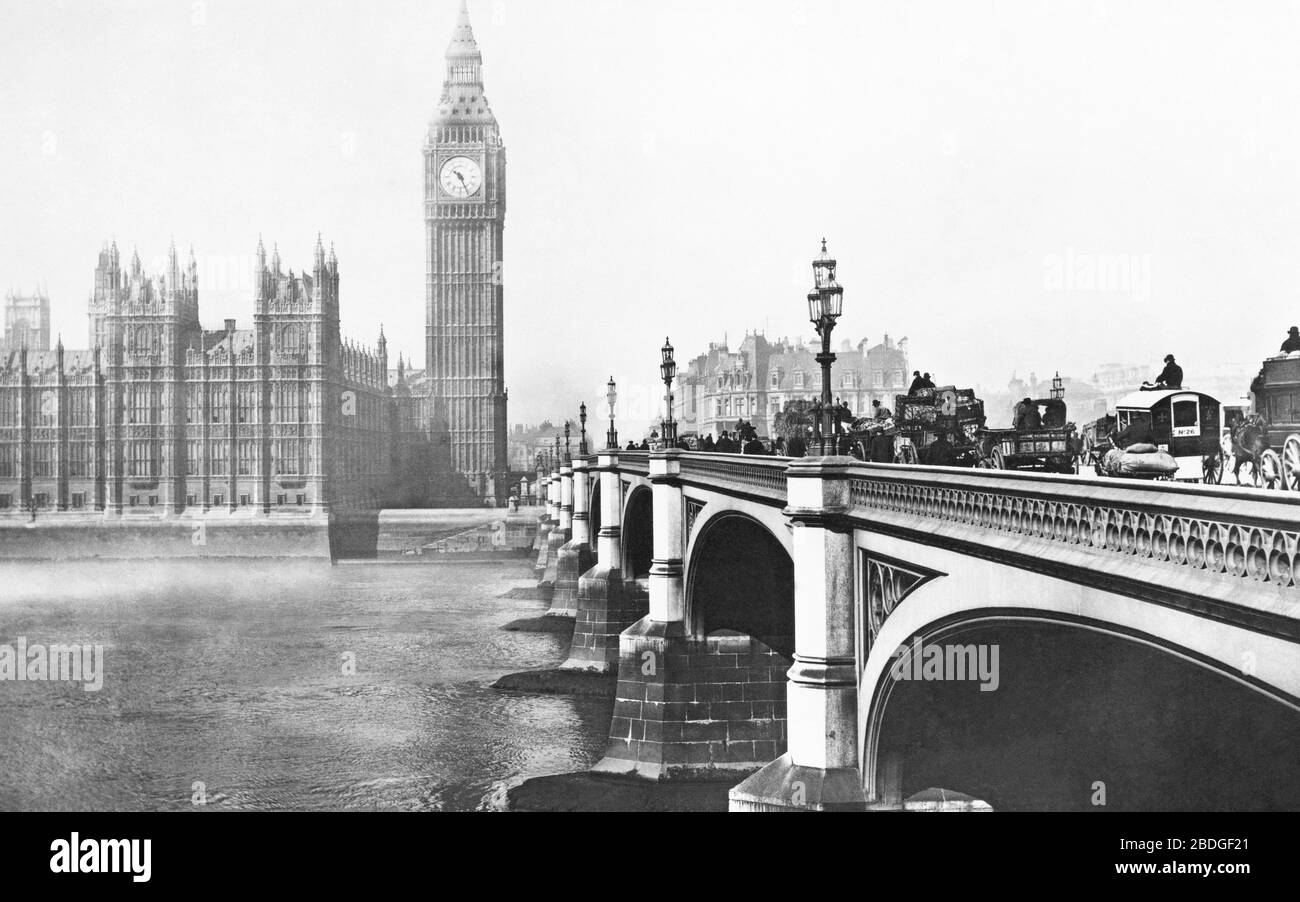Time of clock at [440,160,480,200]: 10:26
